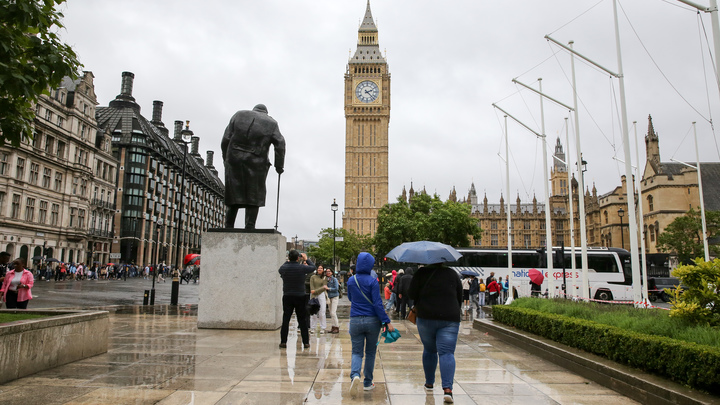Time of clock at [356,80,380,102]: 2:22
